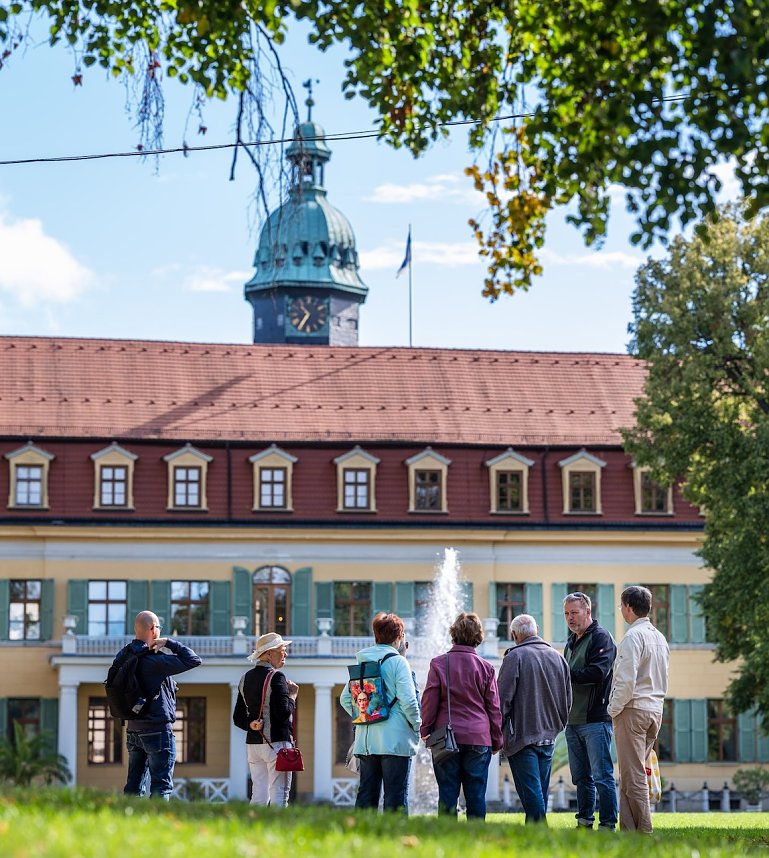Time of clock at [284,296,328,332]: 10:34
